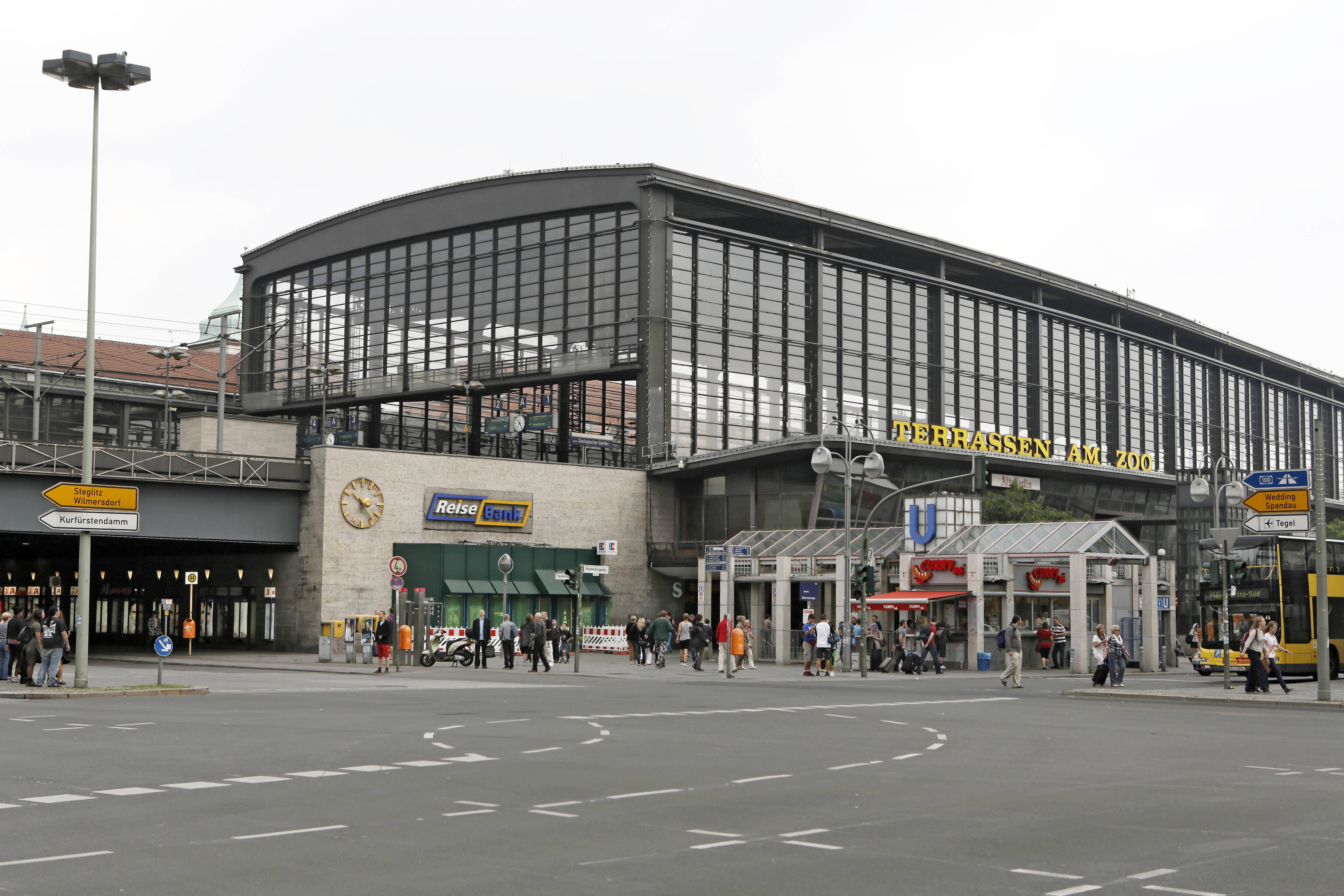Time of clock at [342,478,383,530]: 10:23
